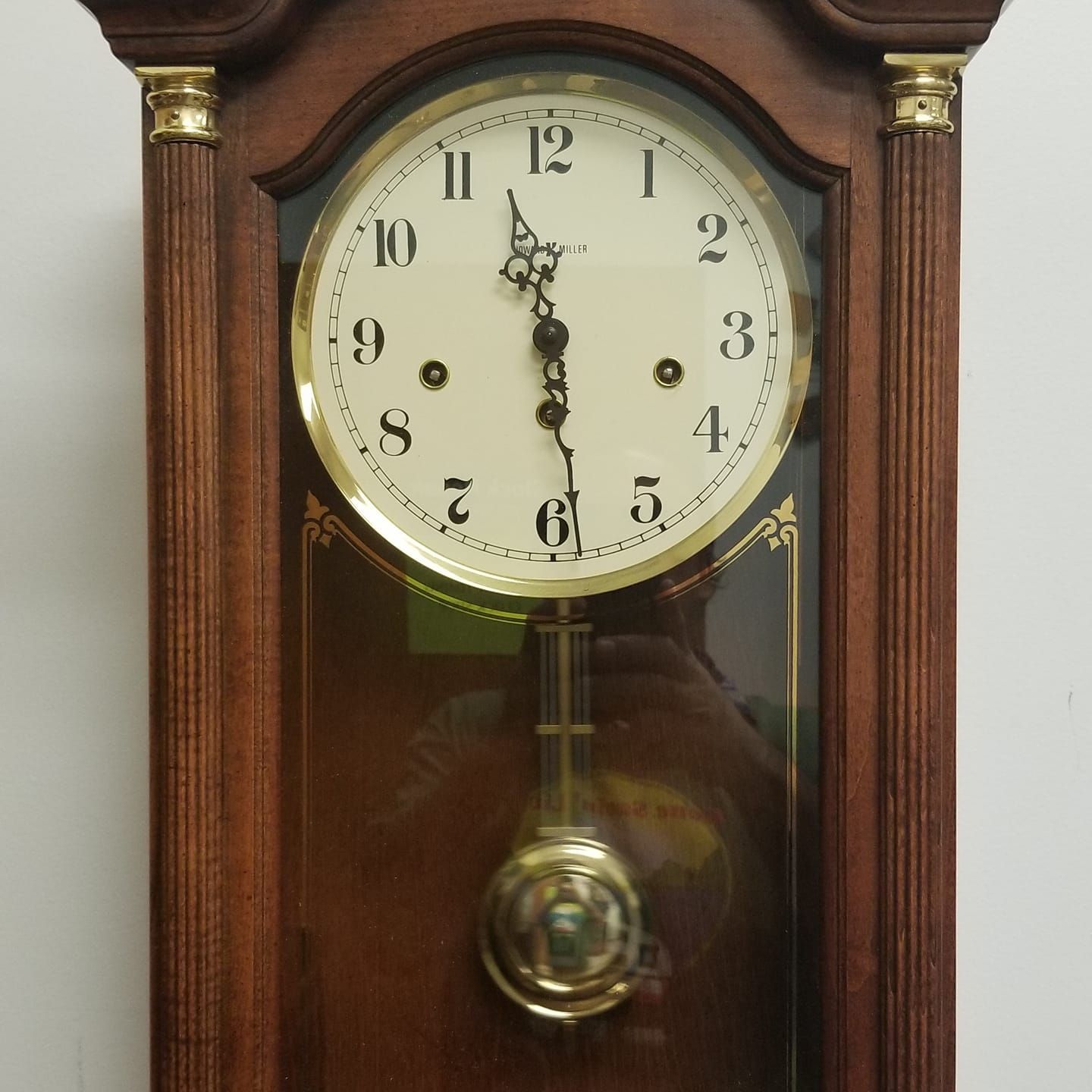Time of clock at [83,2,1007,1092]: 11:28
